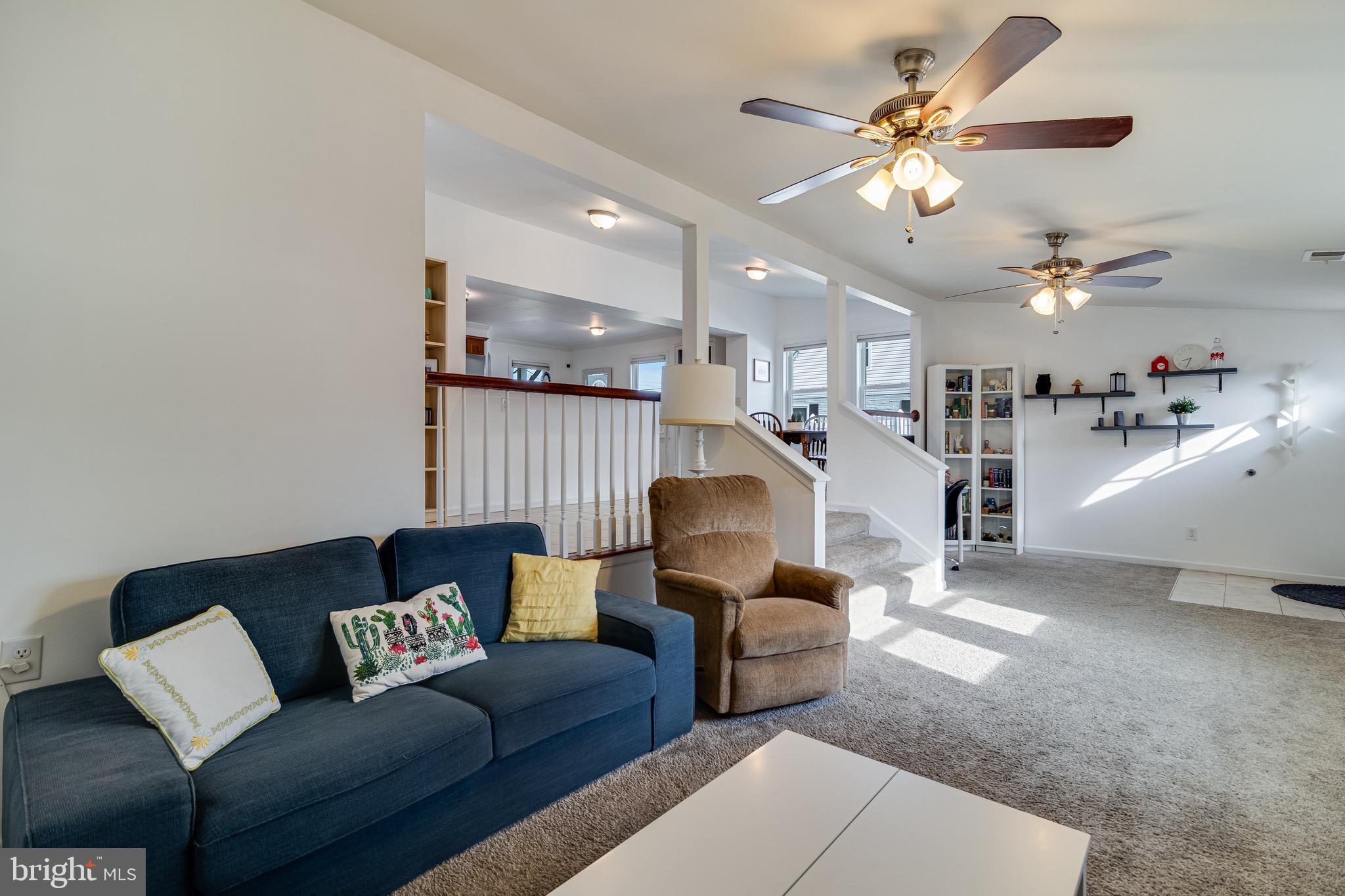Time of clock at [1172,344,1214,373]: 8:33
